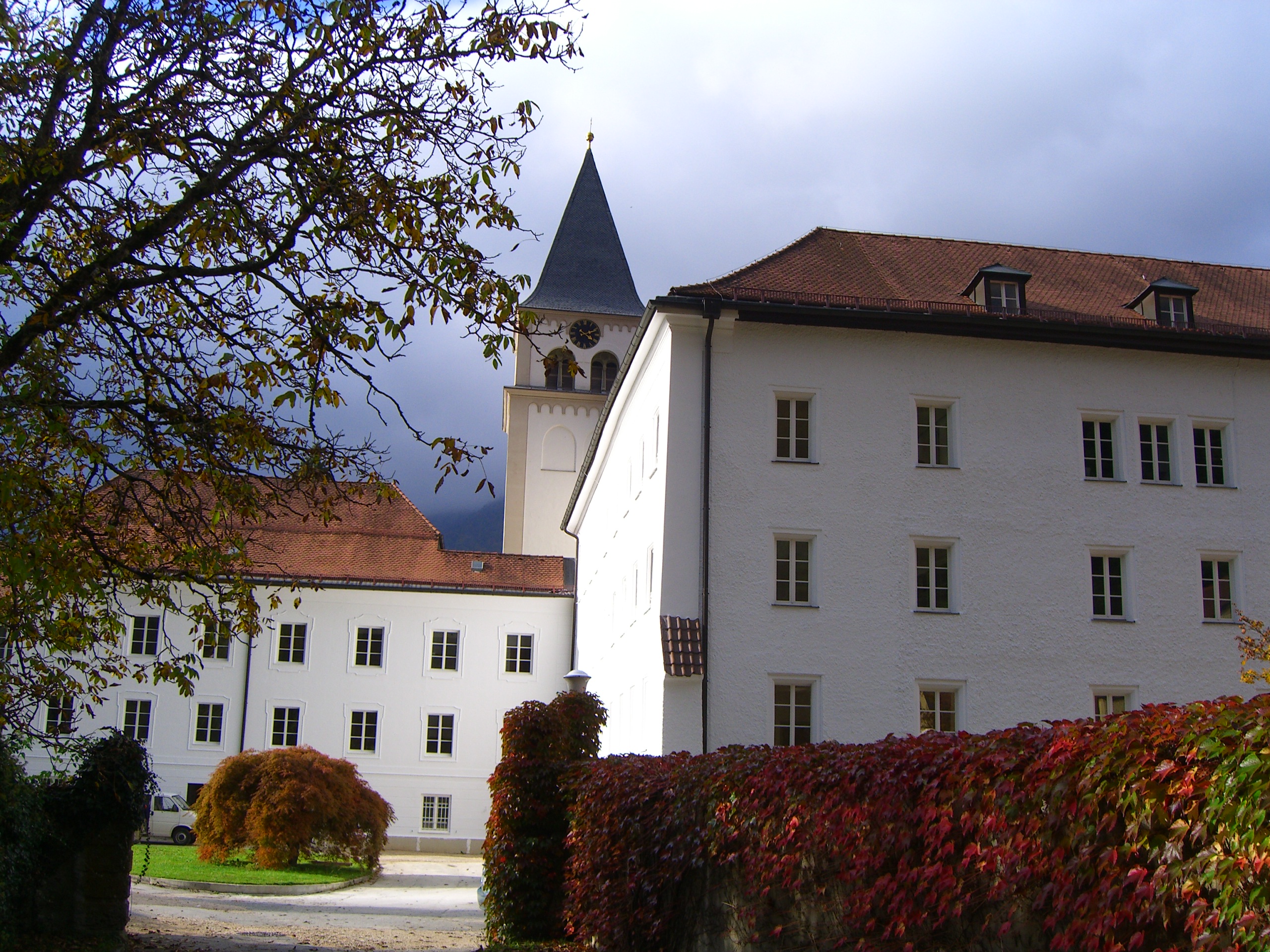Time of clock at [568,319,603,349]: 2:21
